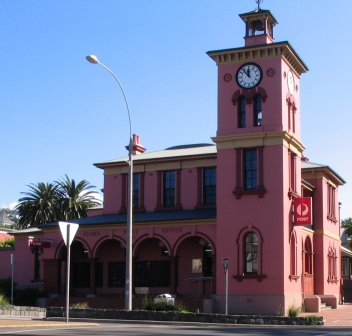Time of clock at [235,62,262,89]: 11:53
